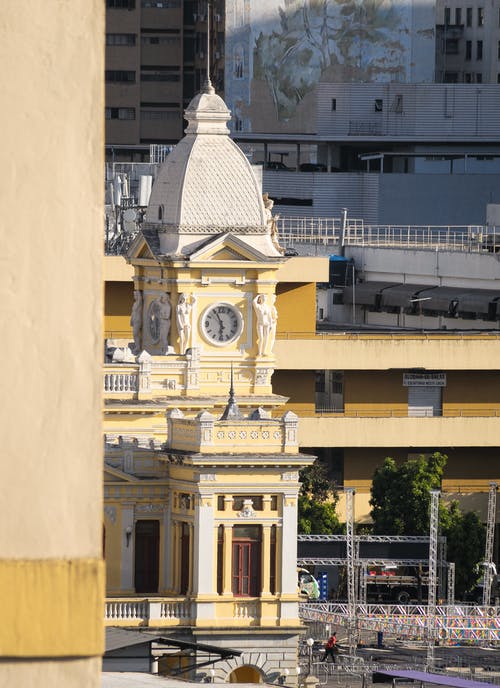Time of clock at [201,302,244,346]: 5:55
